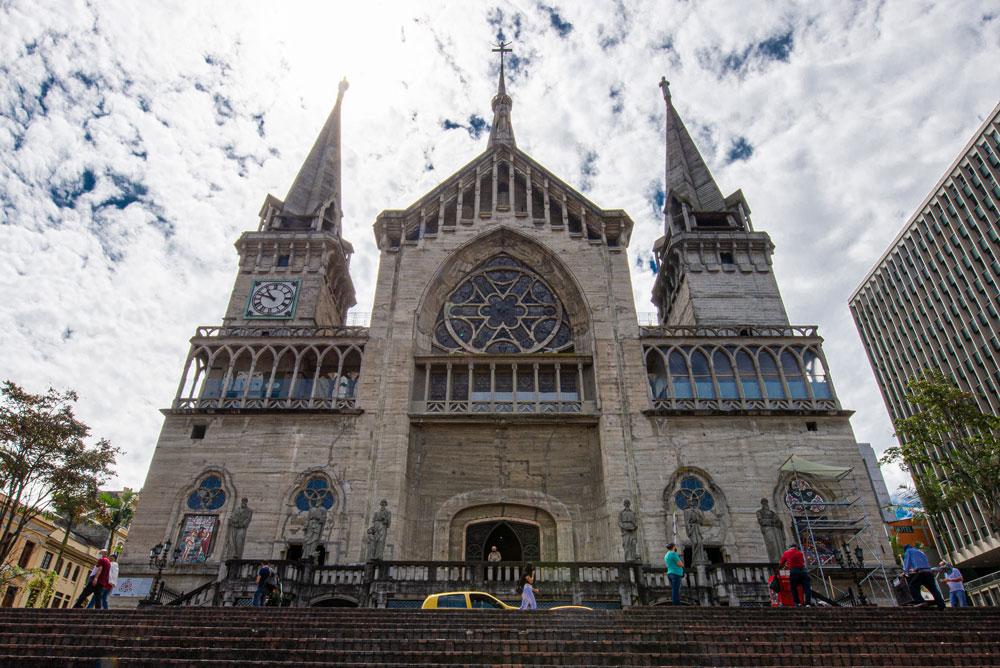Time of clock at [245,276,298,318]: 10:48
